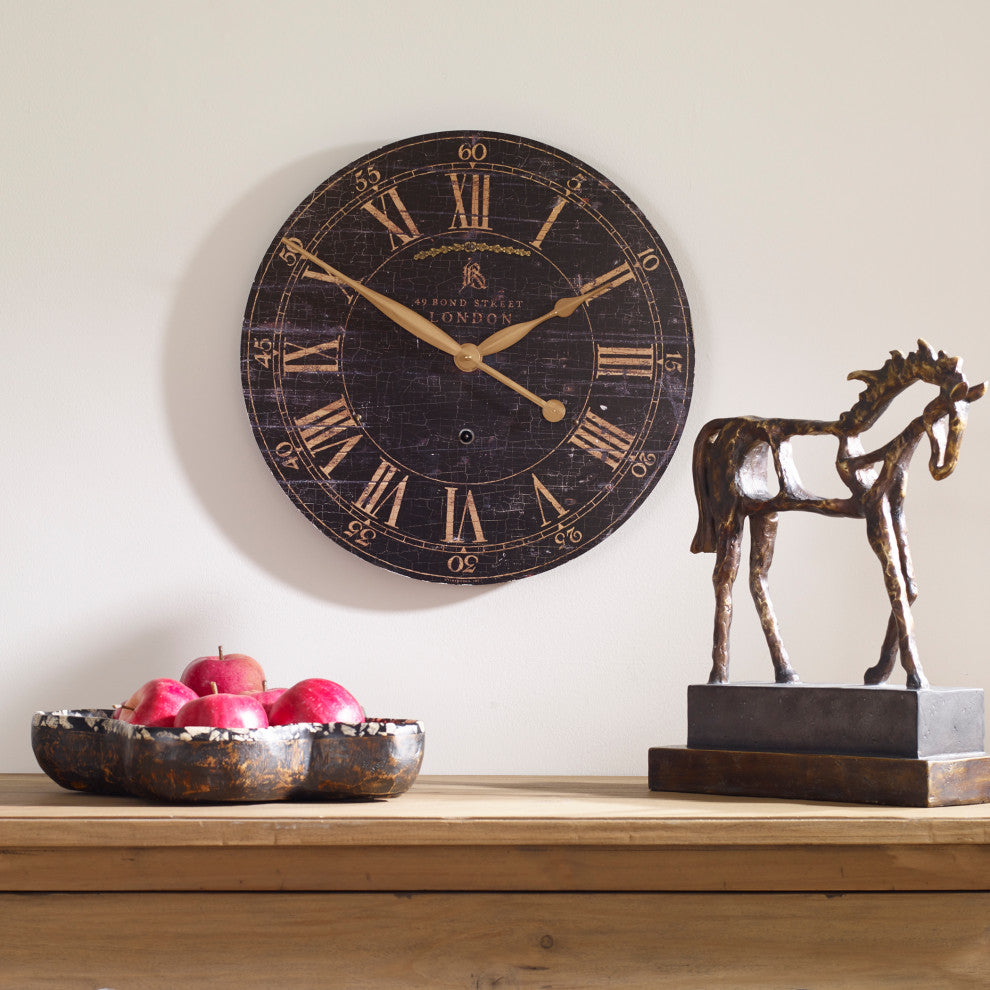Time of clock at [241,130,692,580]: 1:50
